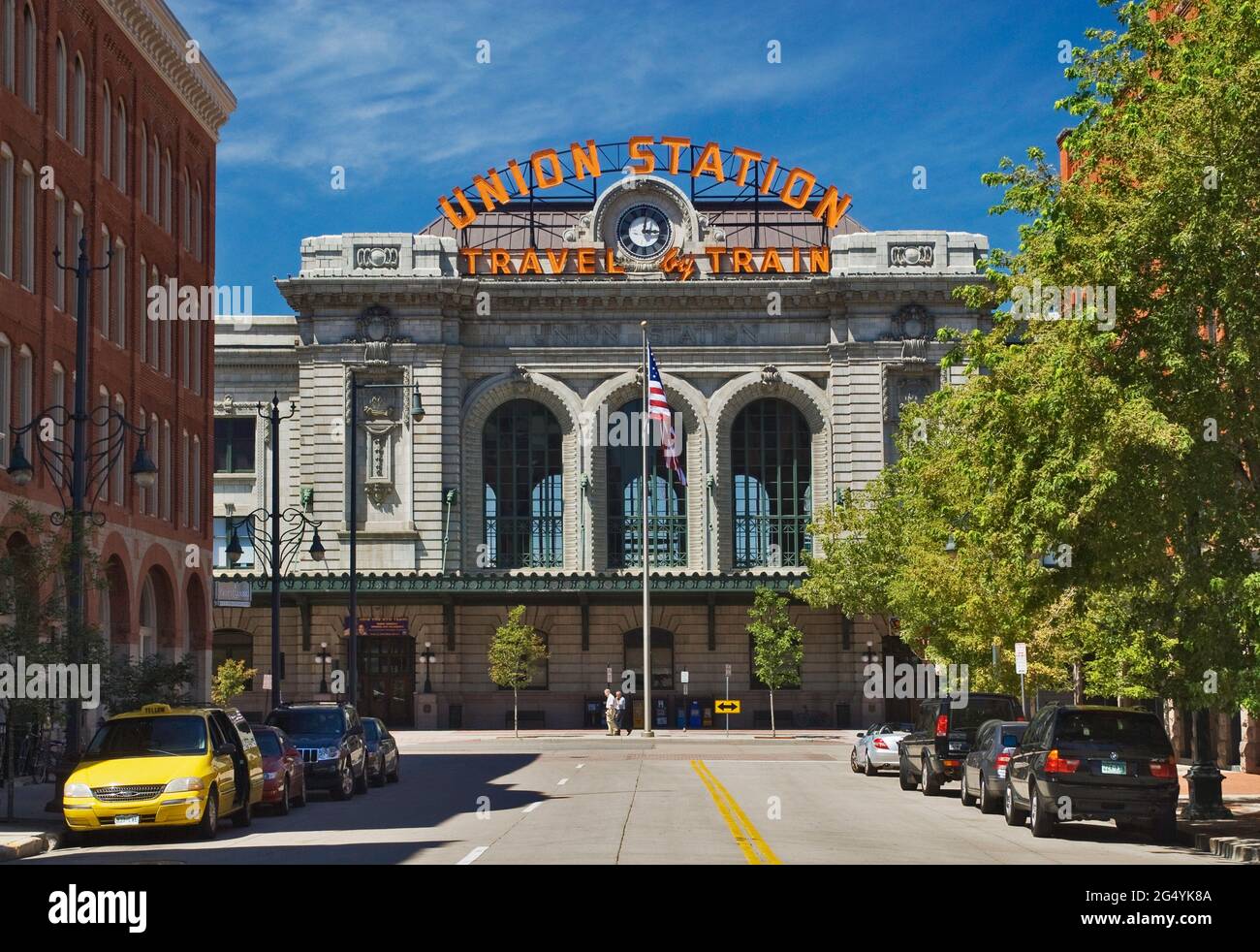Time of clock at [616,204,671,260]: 3:01
